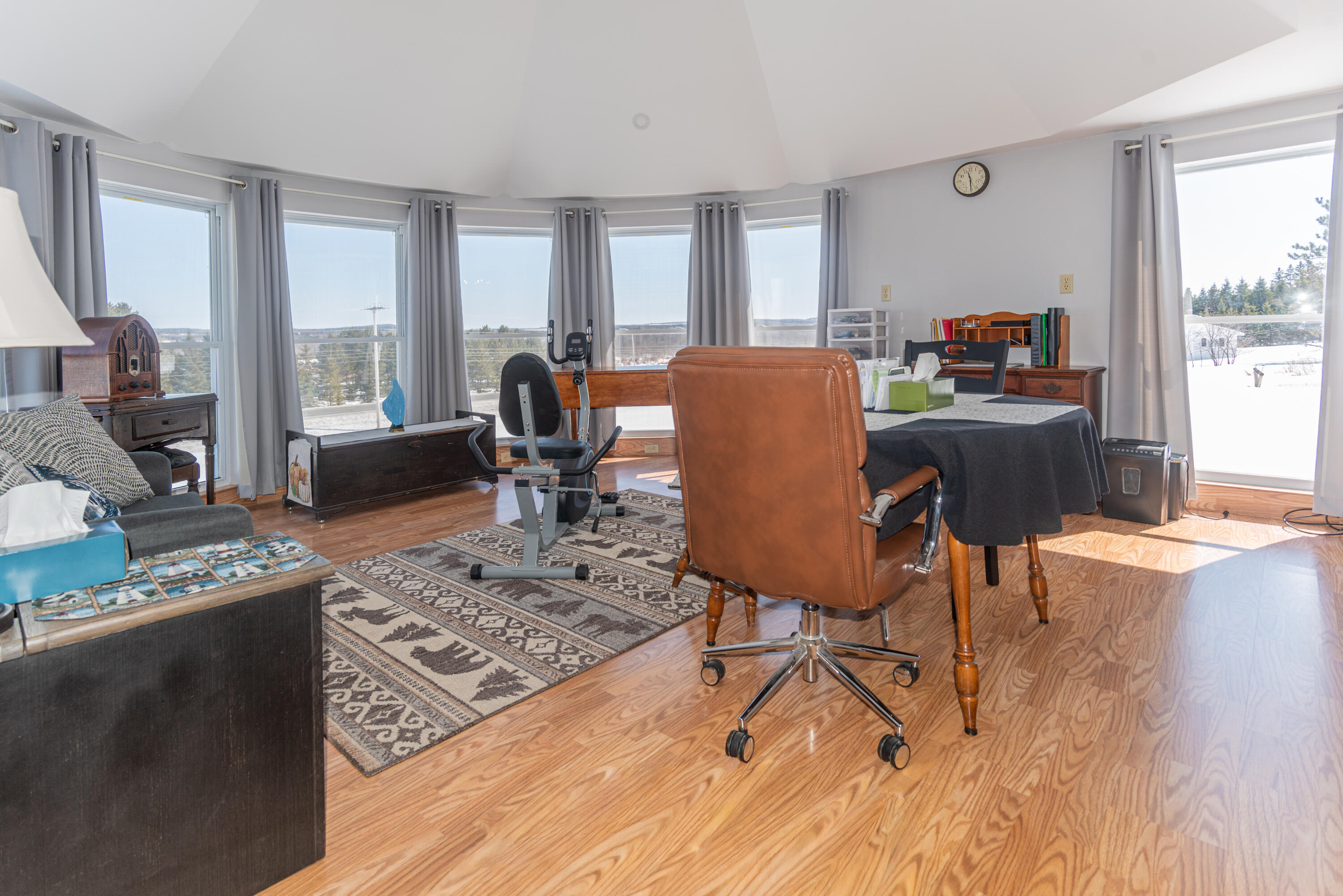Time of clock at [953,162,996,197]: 11:30
